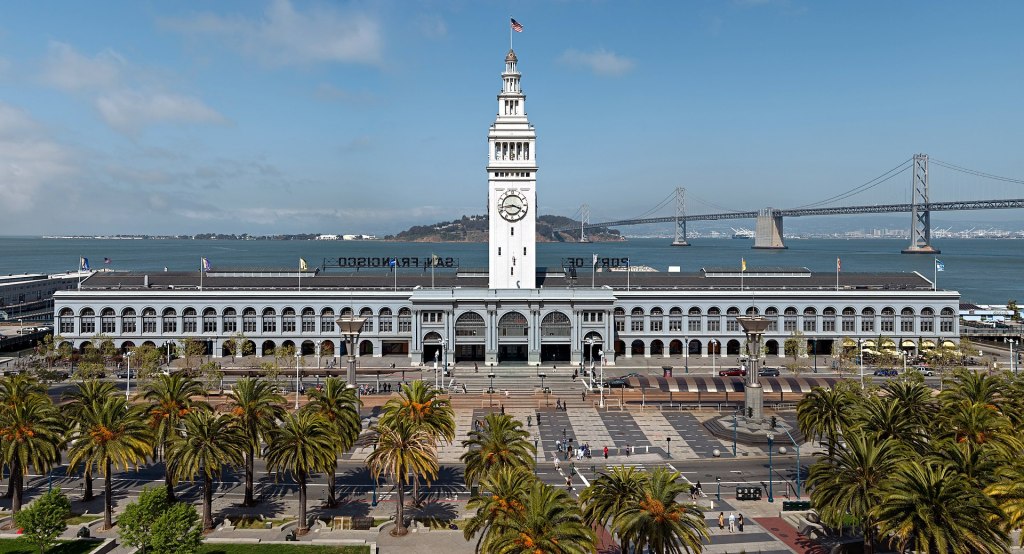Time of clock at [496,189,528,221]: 3:43
